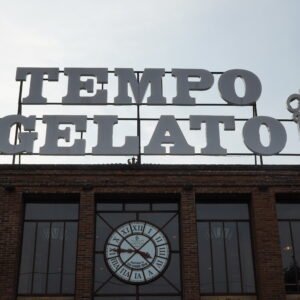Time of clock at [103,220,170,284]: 3:45
